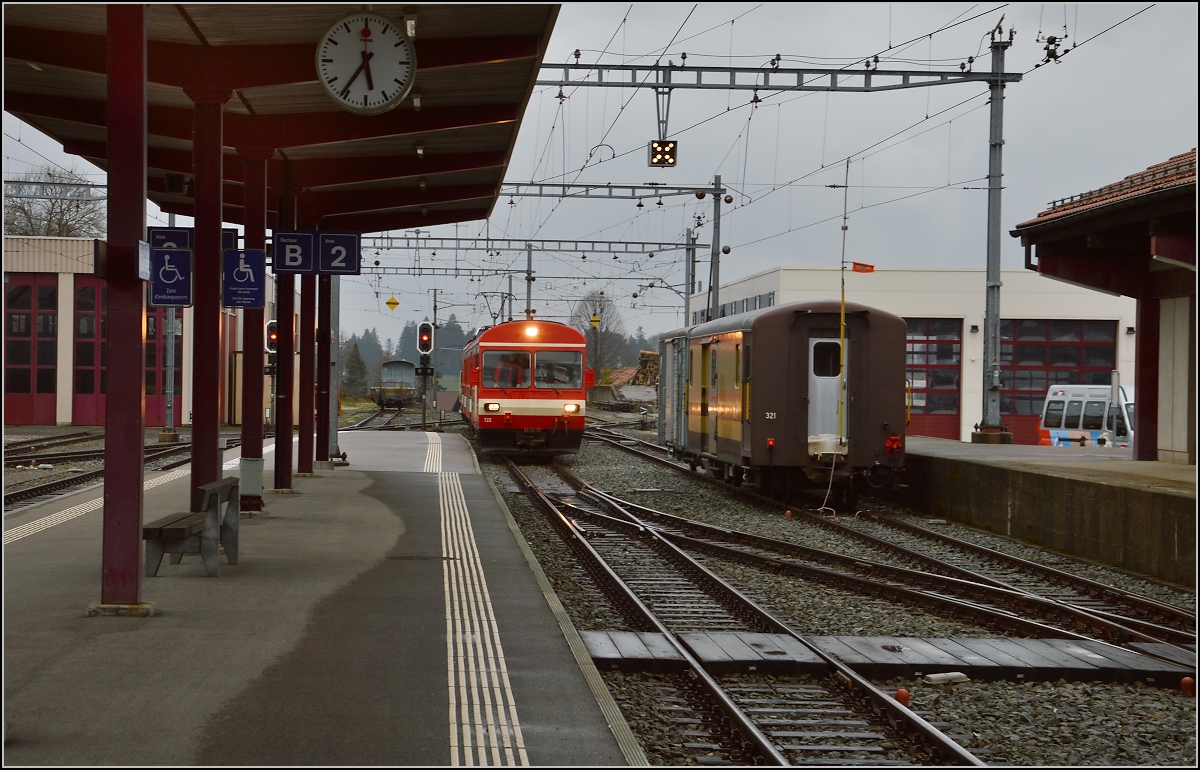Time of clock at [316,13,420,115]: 5:36
